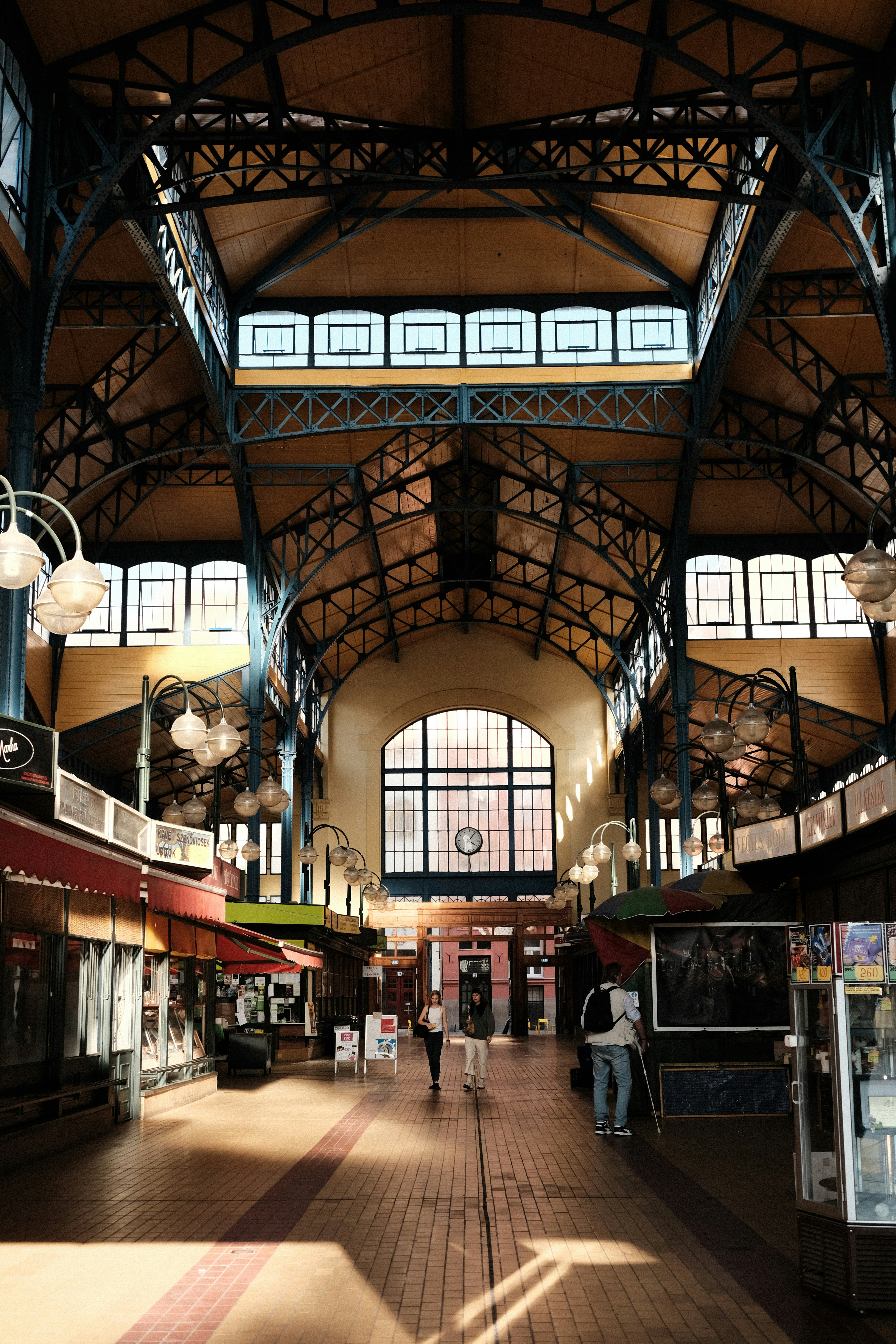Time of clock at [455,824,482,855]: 4:06
